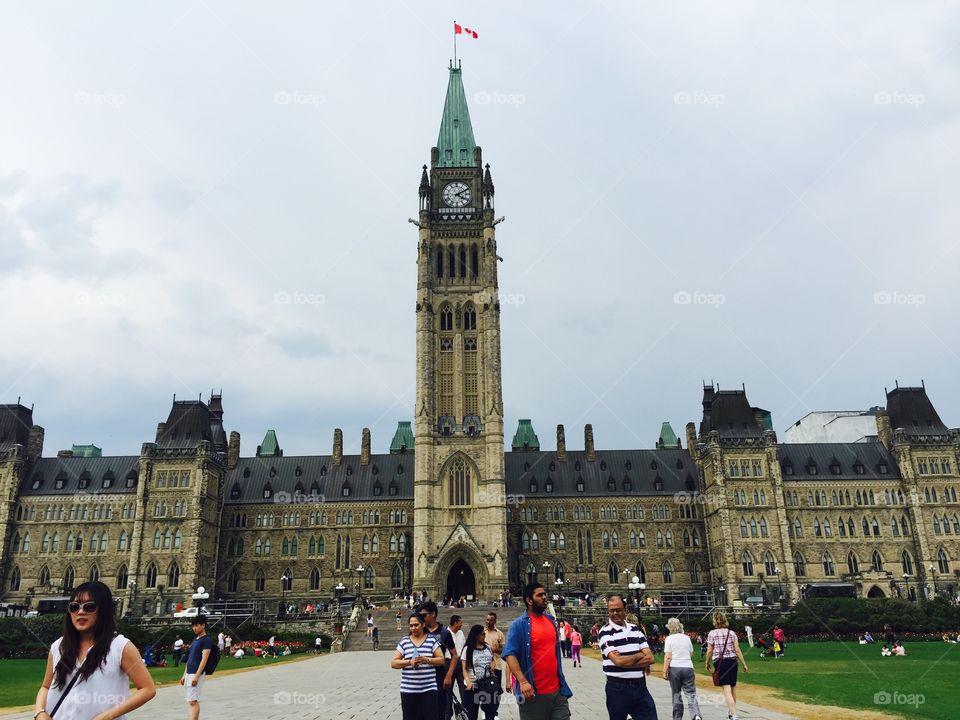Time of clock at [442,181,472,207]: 4:10
